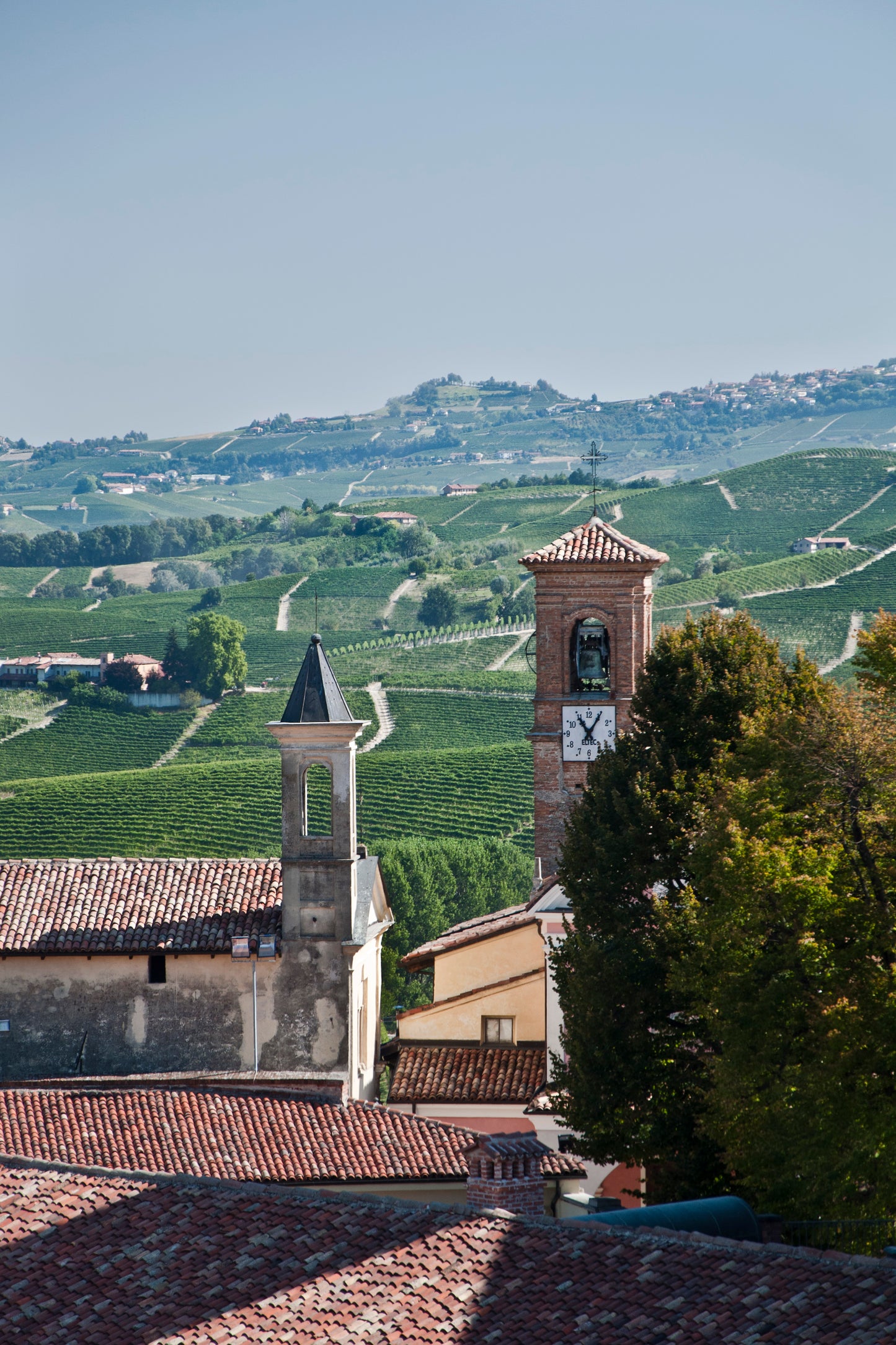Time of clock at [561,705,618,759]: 11:05
